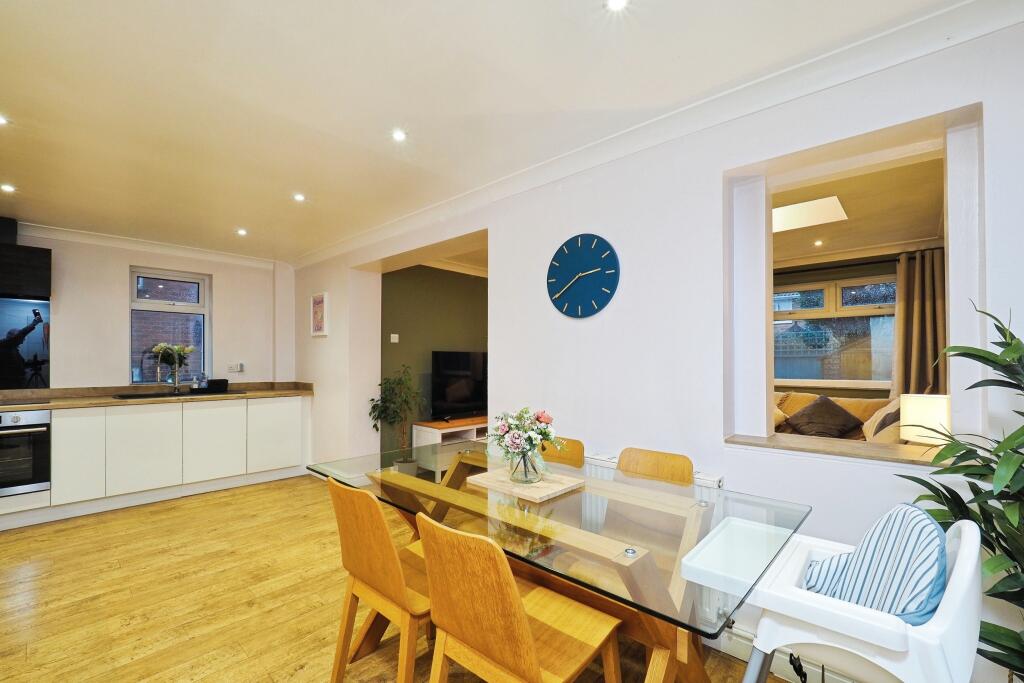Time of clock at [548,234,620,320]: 2:39
